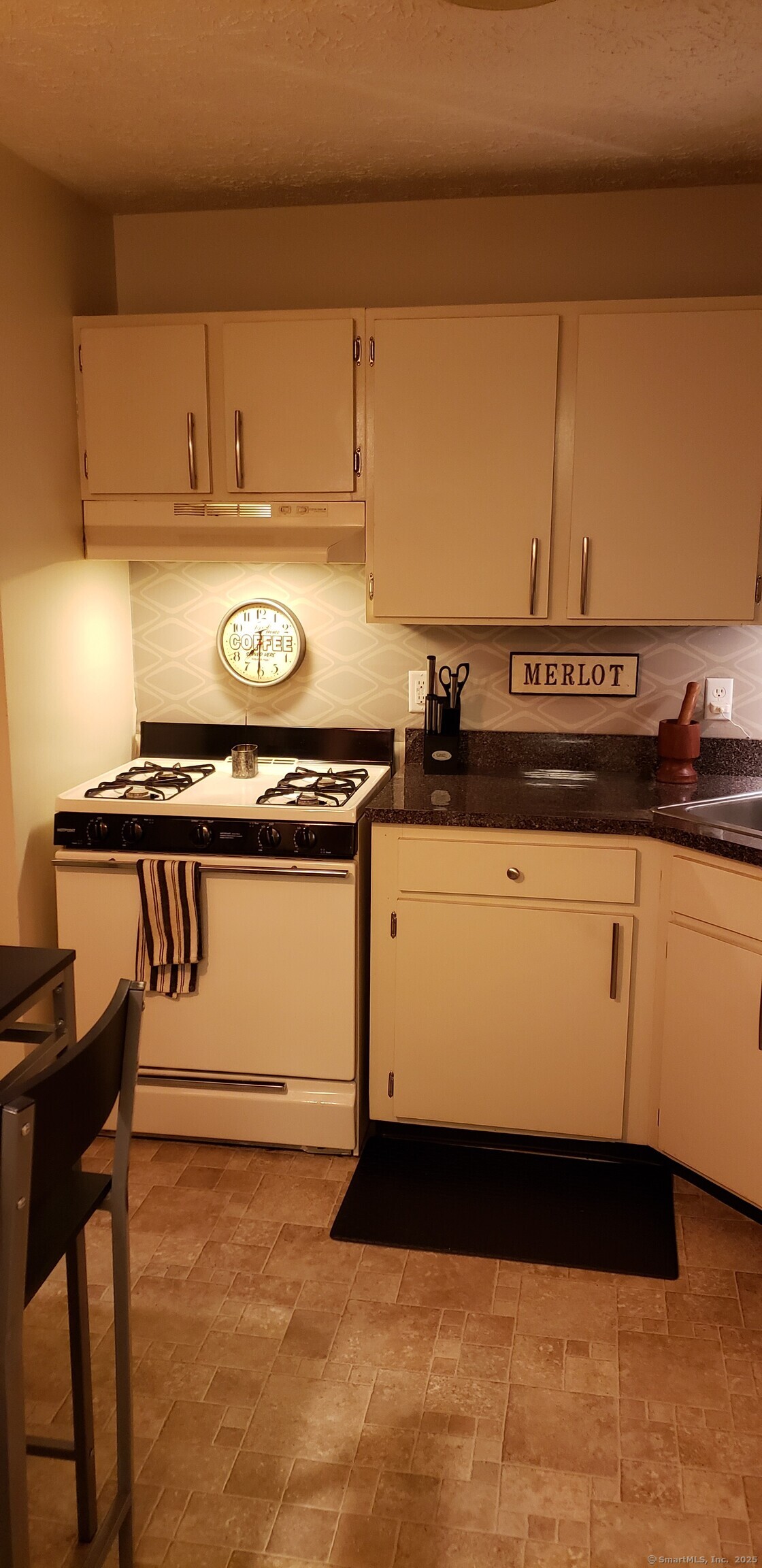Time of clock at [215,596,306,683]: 7:30
